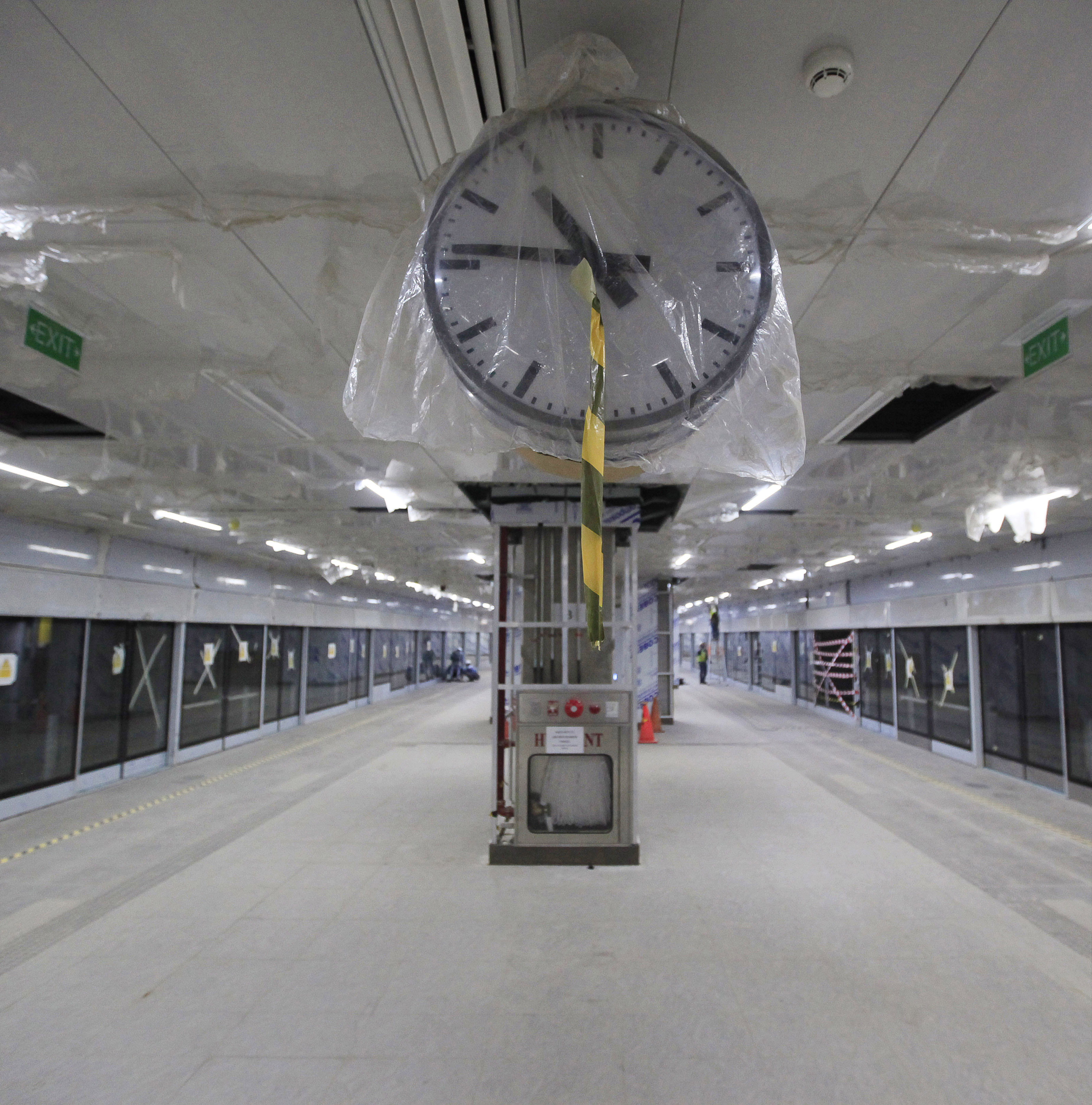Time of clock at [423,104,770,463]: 10:46
